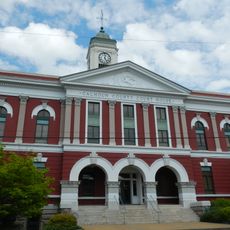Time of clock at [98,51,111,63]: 12:24
